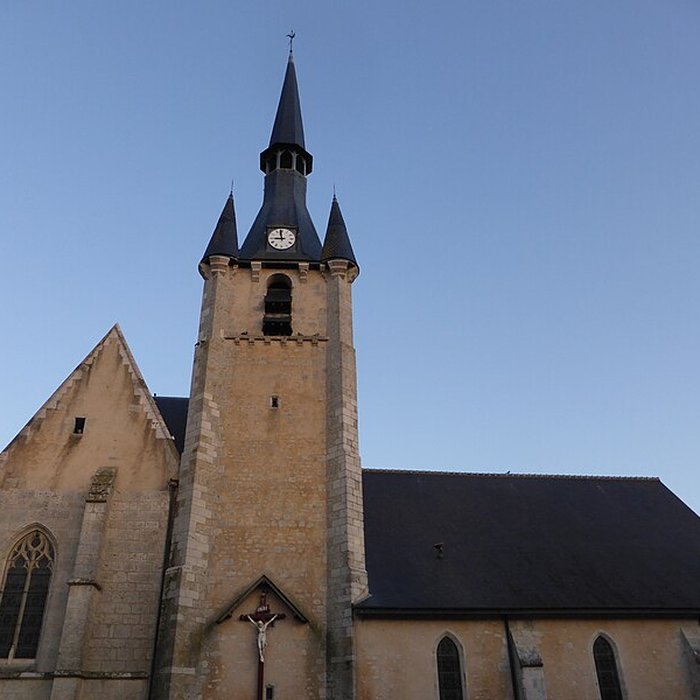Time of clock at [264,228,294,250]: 8:58
